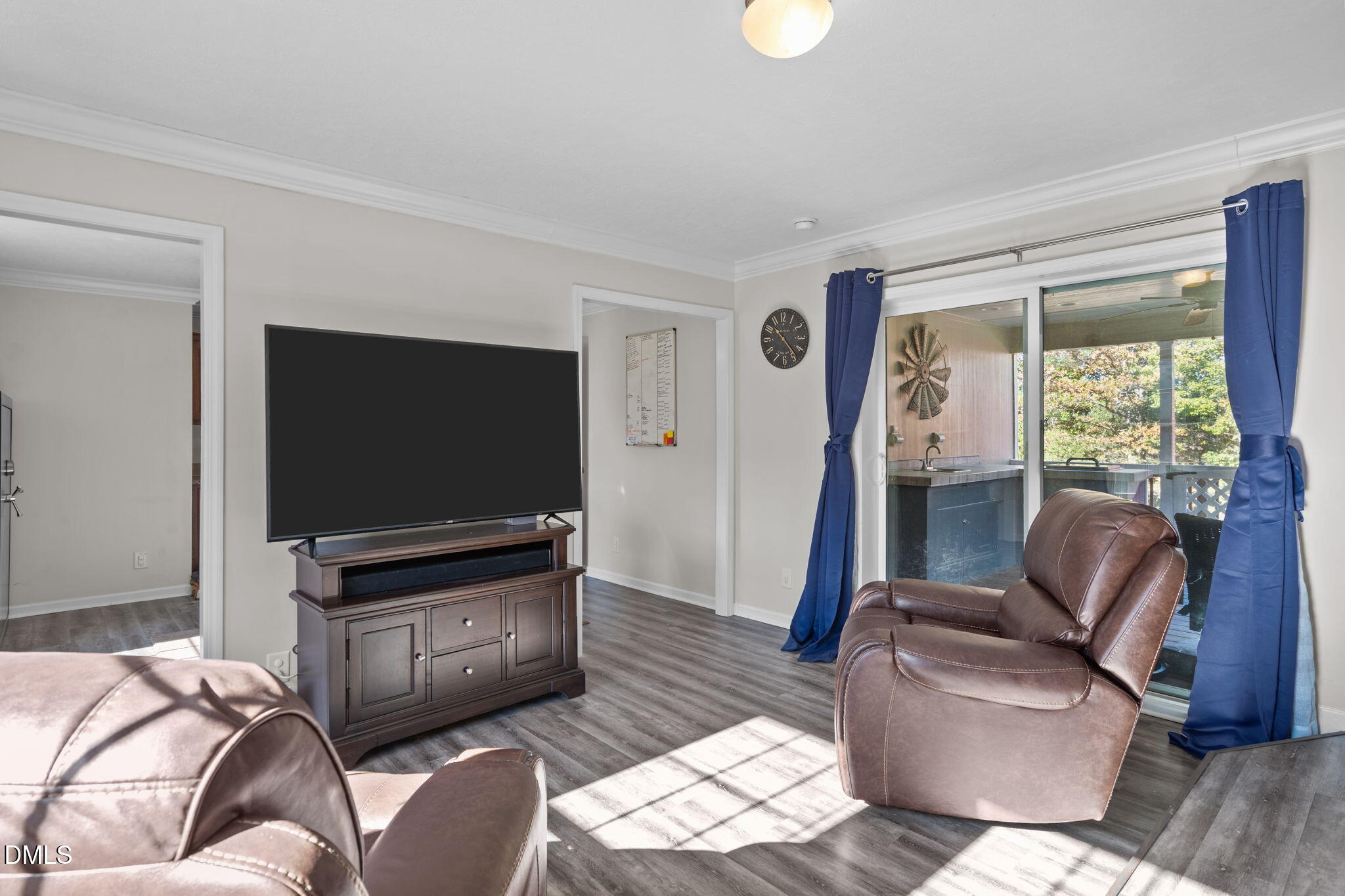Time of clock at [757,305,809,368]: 10:23
